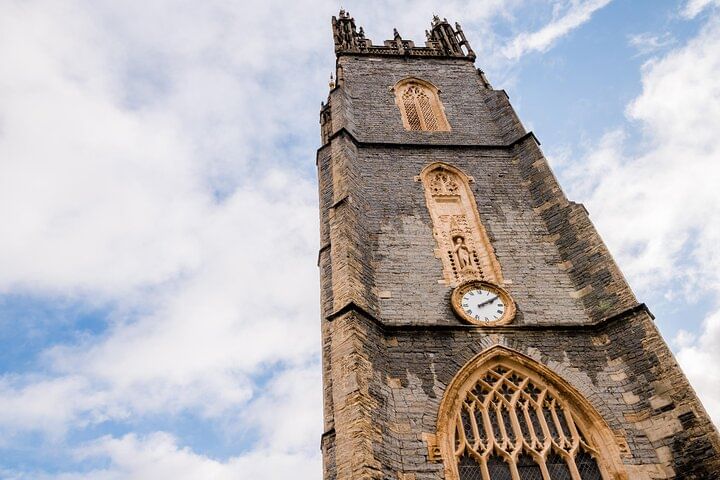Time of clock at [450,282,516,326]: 2:09
